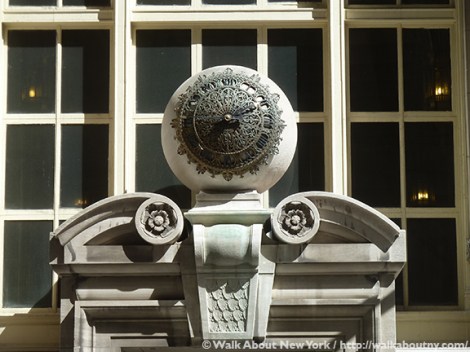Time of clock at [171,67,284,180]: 8:11
